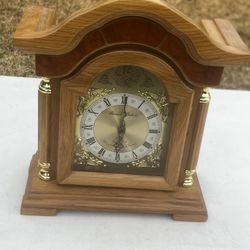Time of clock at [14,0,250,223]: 6:00
